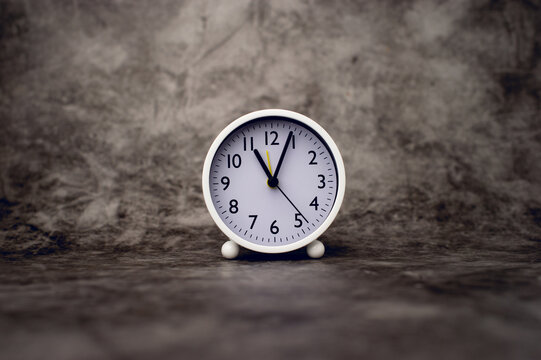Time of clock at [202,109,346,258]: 11:04
